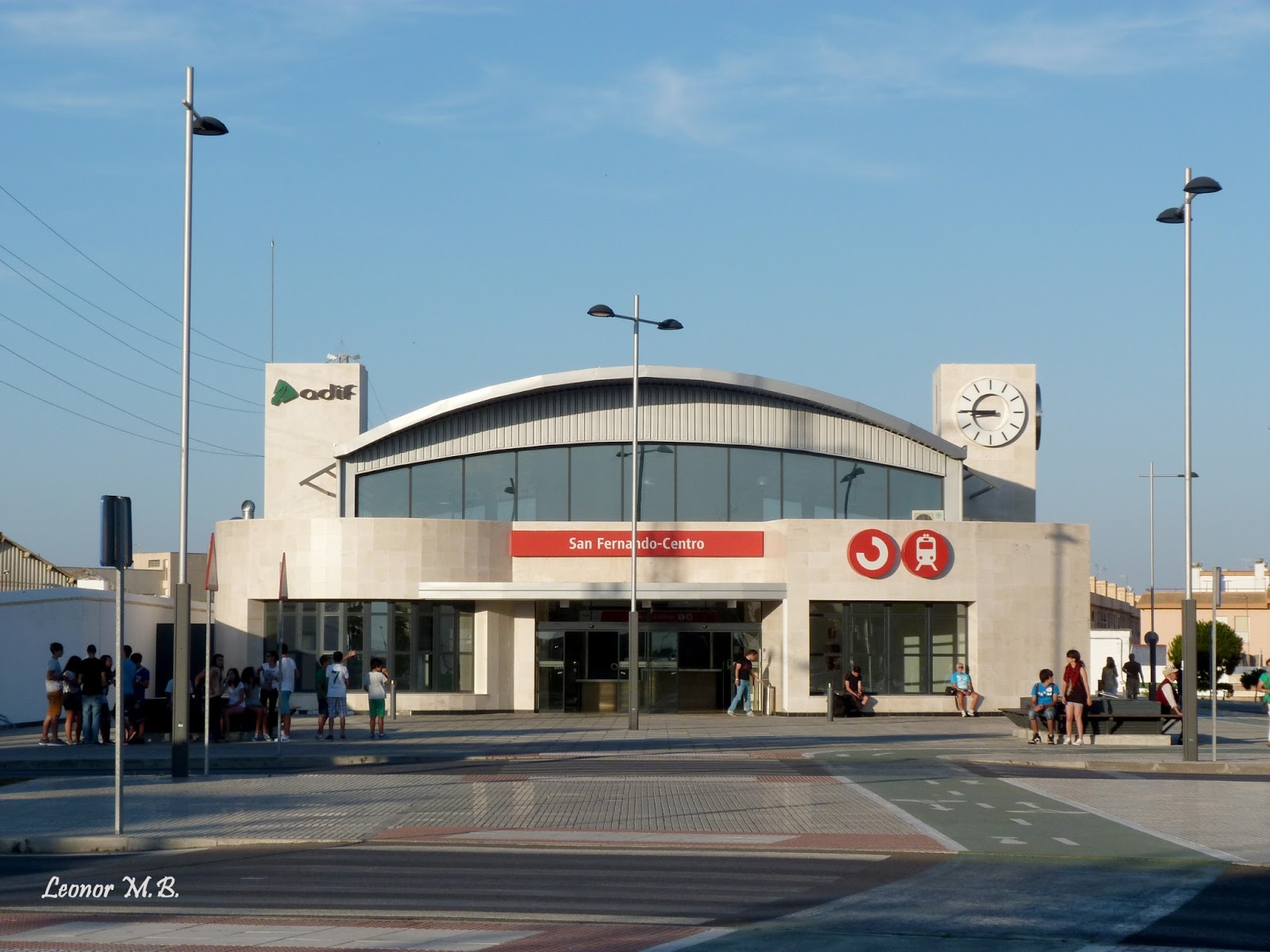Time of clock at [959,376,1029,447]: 8:45
